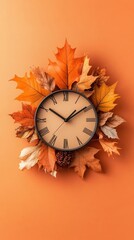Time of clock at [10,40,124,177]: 10:10
